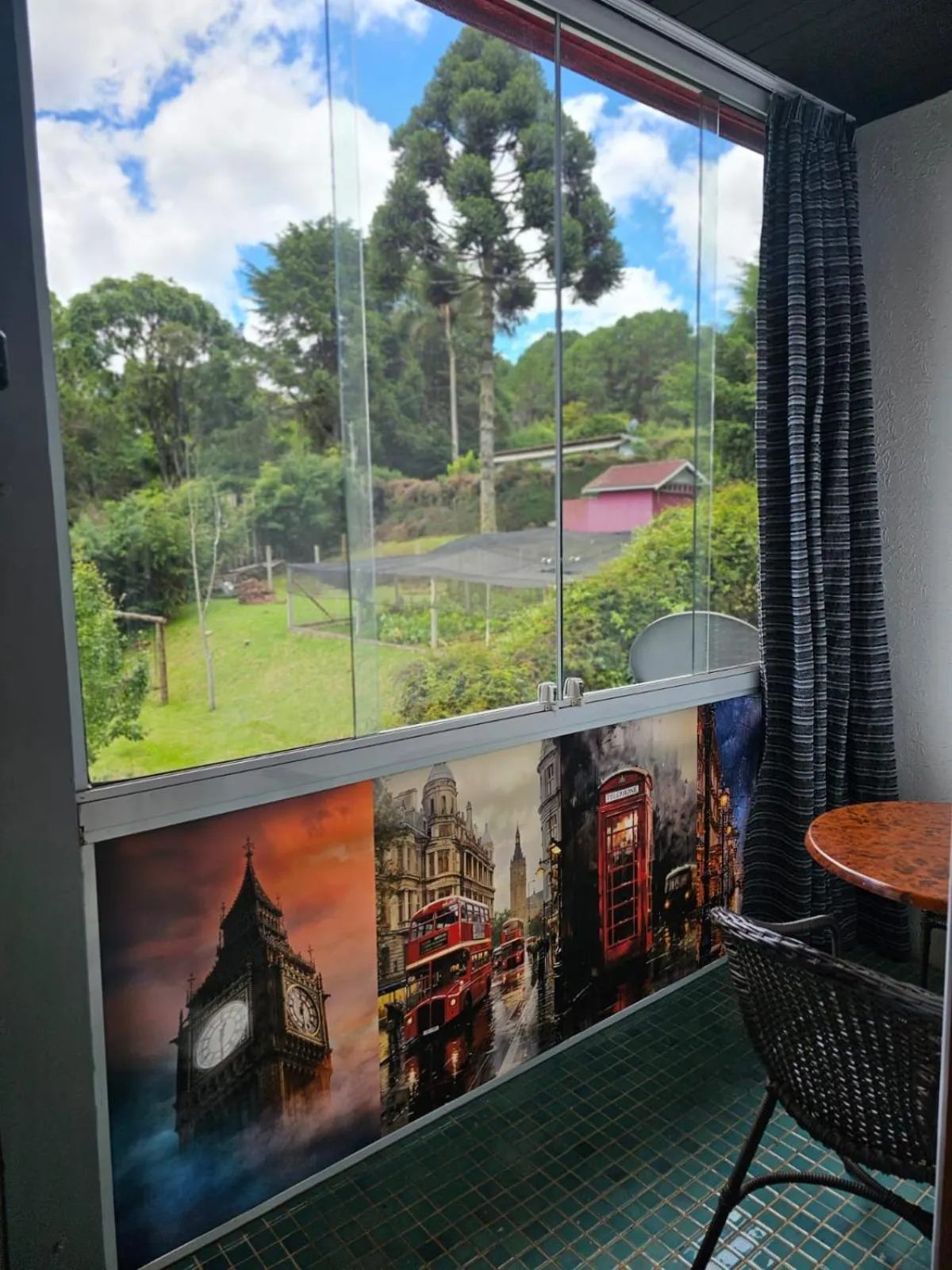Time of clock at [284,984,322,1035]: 12:28
